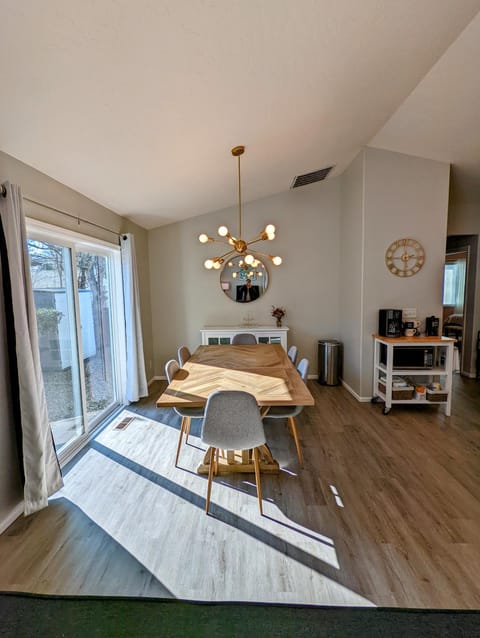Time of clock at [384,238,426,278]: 2:29
